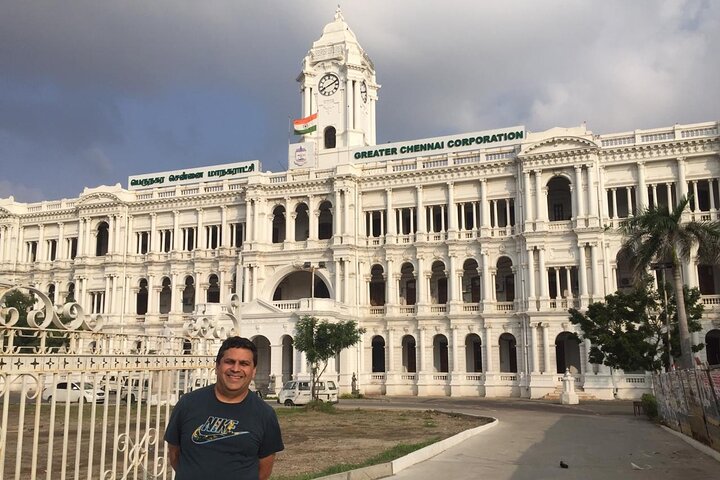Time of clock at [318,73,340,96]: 8:11
